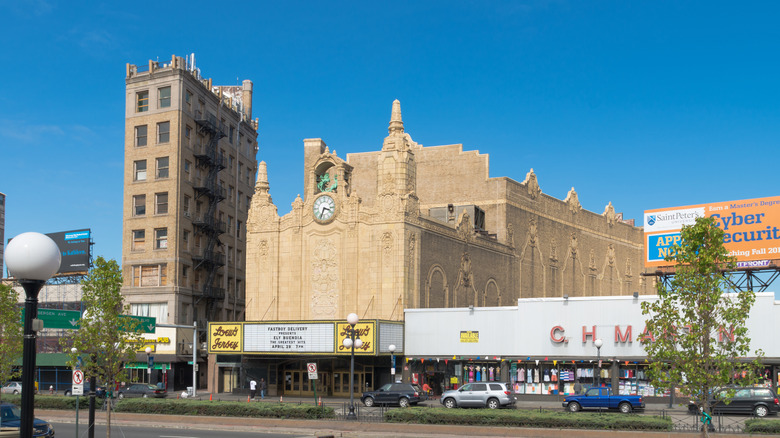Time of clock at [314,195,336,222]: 3:33
